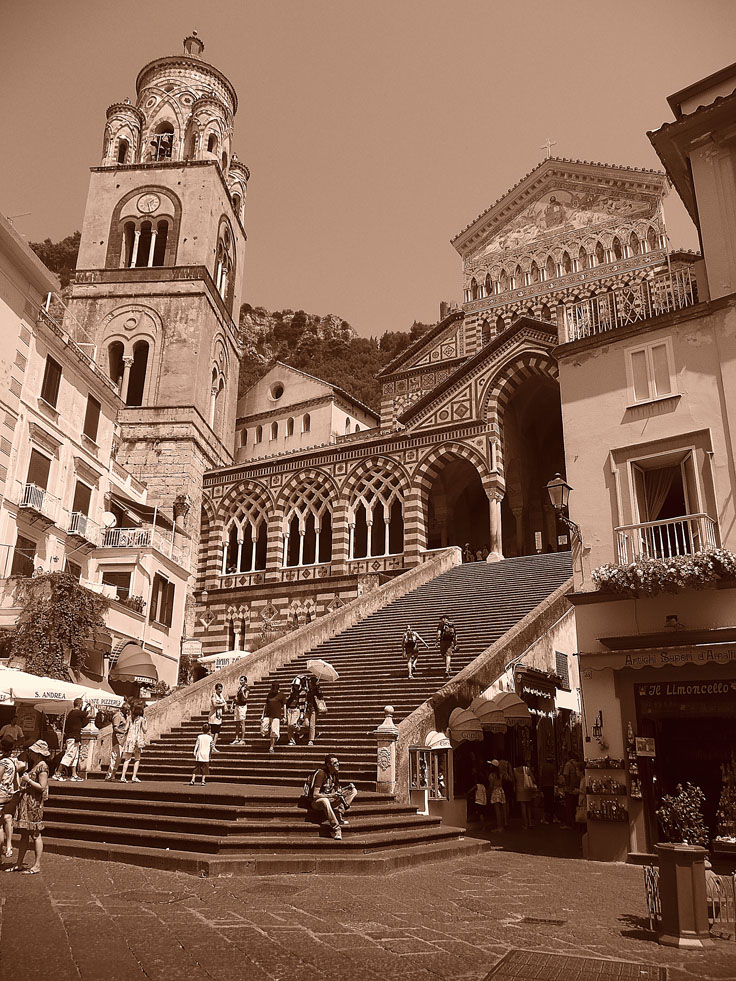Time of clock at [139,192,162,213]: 1:28
